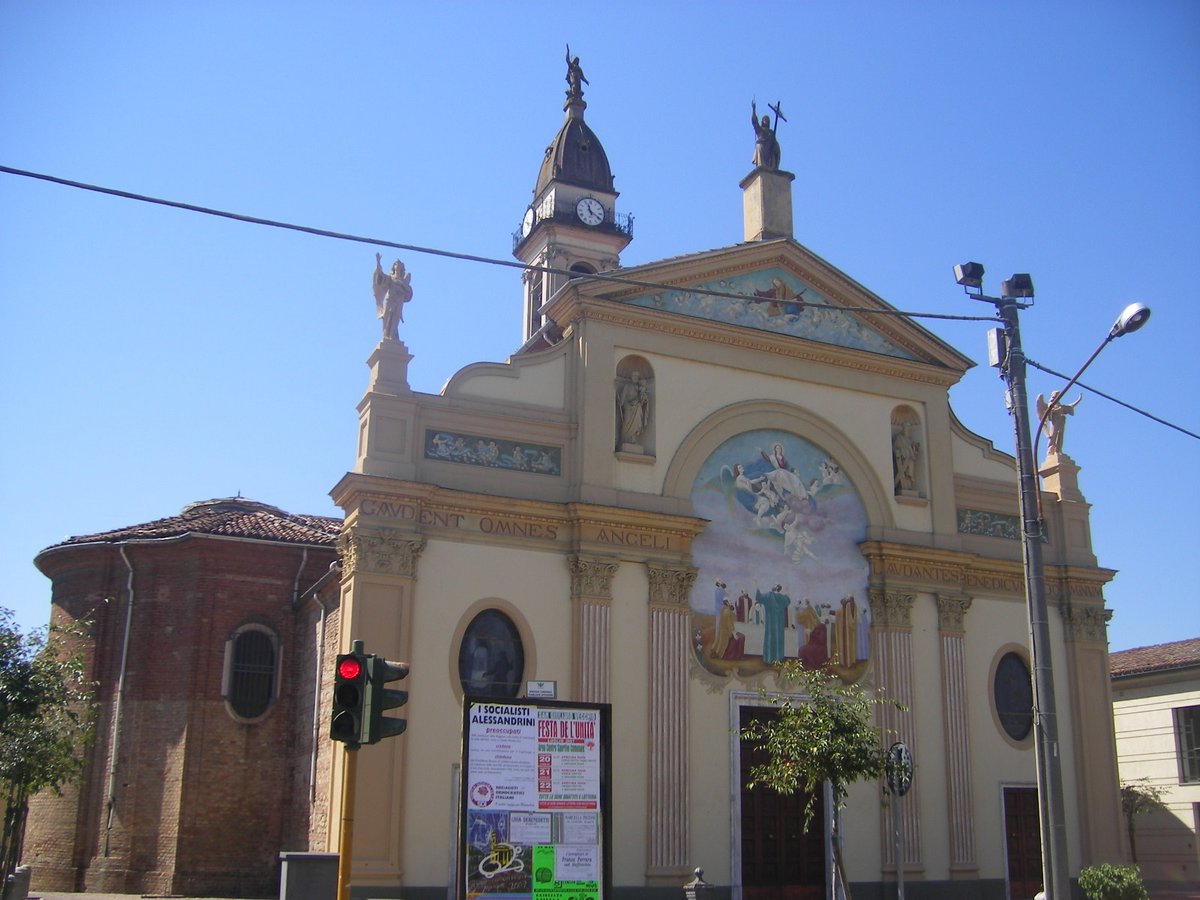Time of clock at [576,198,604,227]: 11:19
